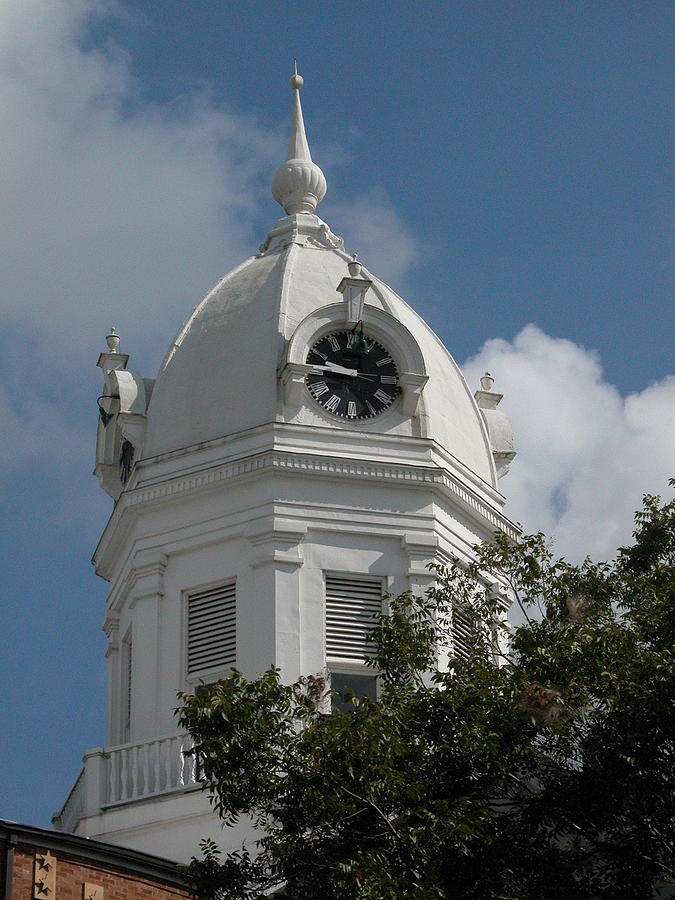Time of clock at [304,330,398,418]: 9:45
